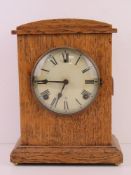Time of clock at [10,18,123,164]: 6:45
